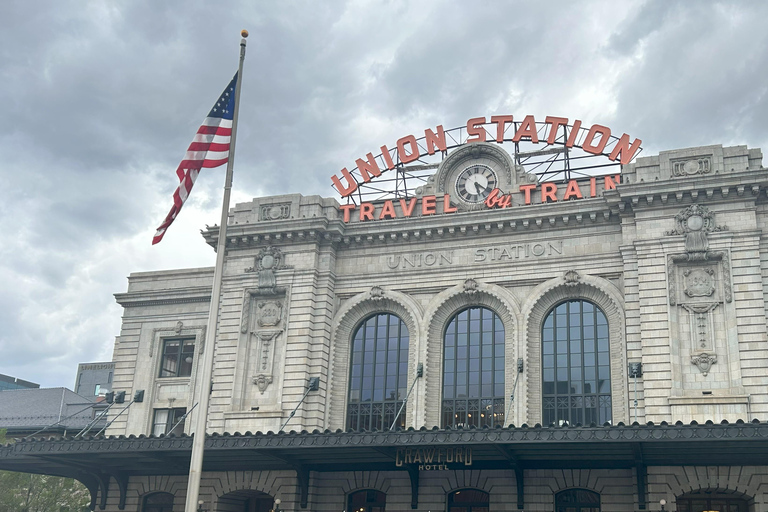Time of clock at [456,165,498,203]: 5:20
